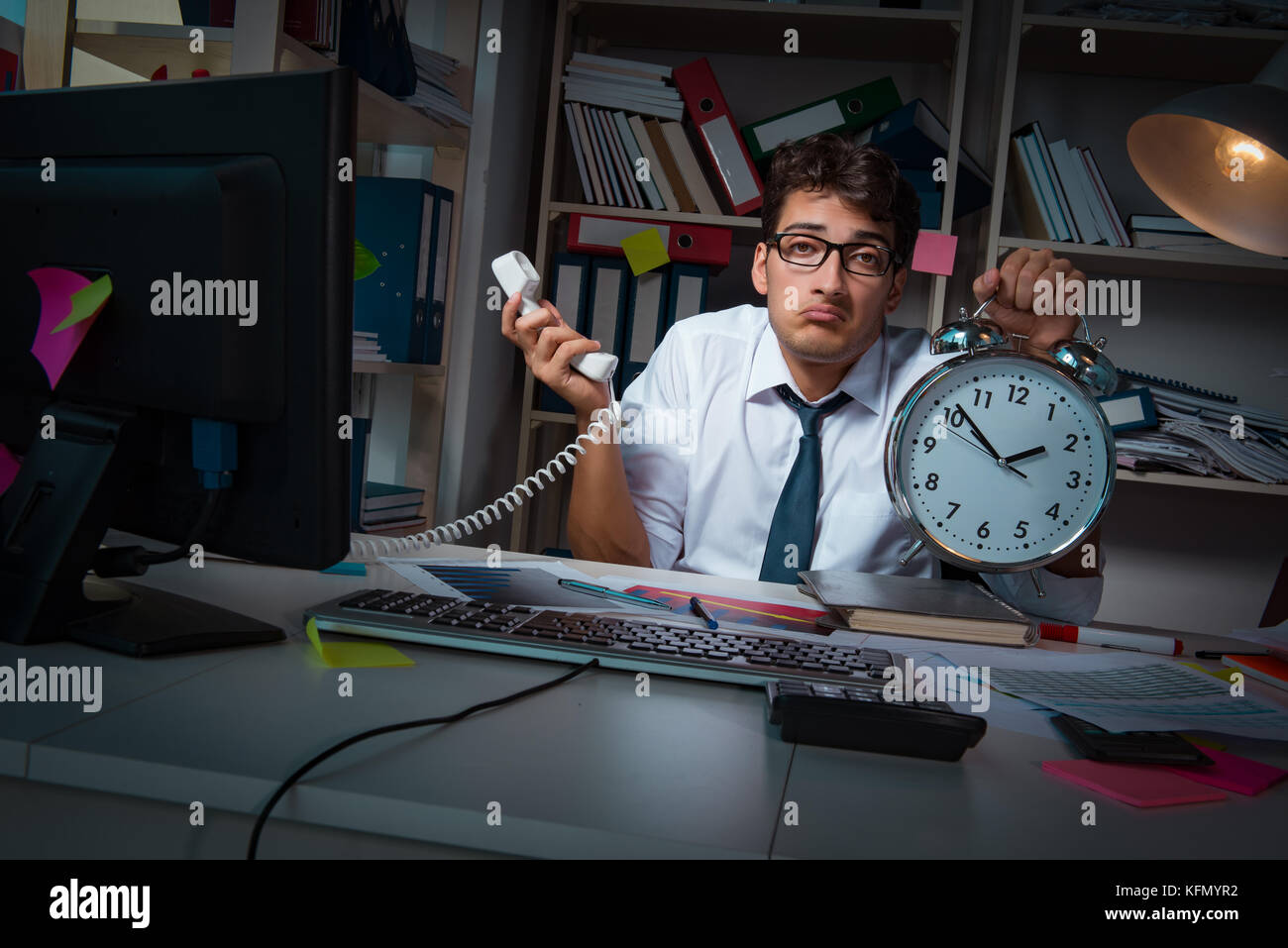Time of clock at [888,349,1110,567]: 1:51
